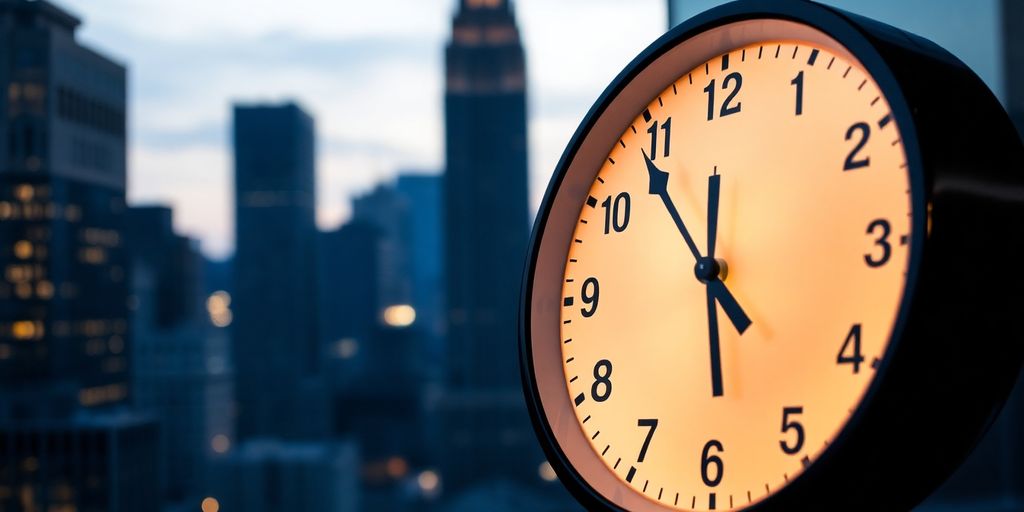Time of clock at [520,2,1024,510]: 5:53
